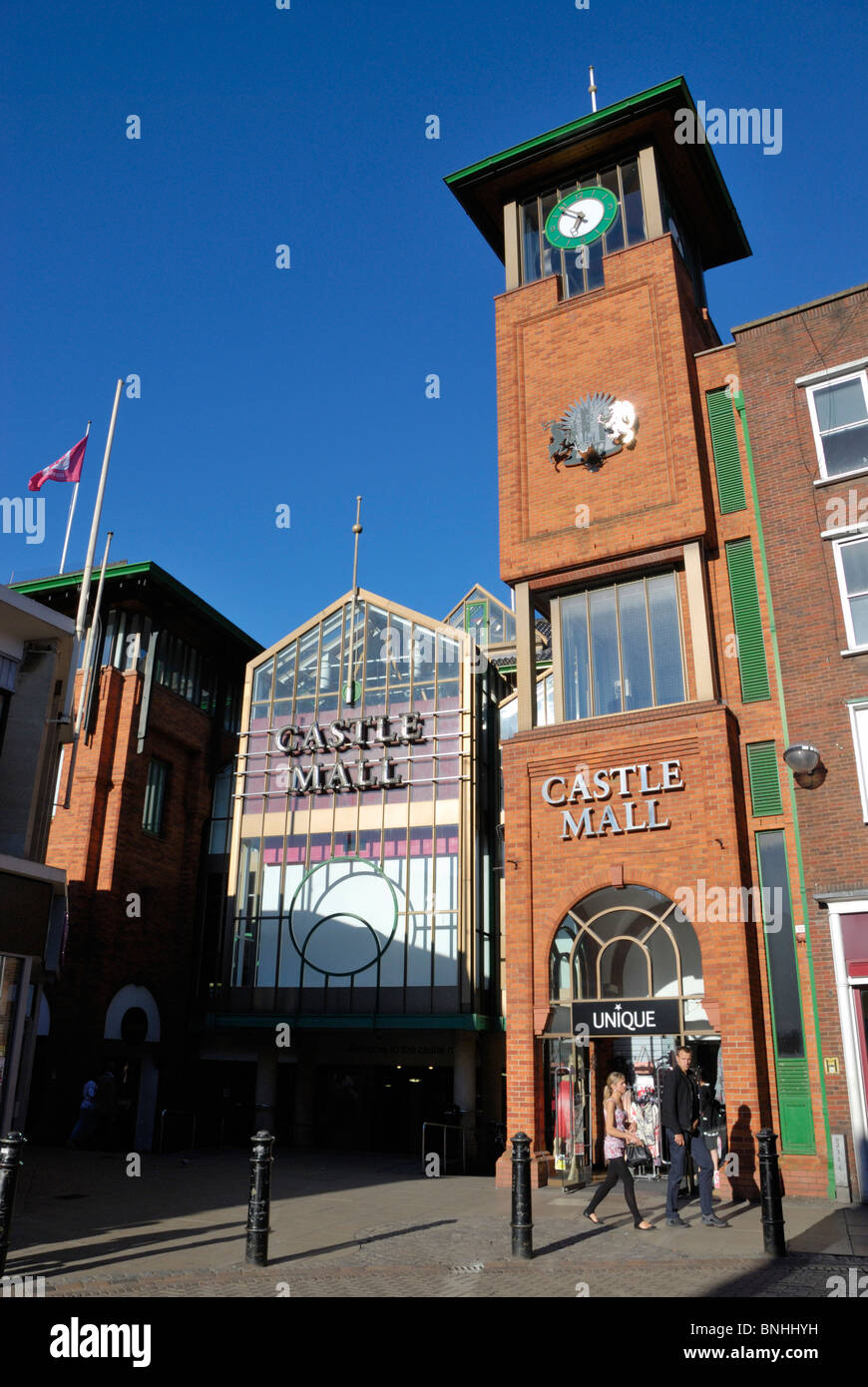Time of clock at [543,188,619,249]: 6:52
